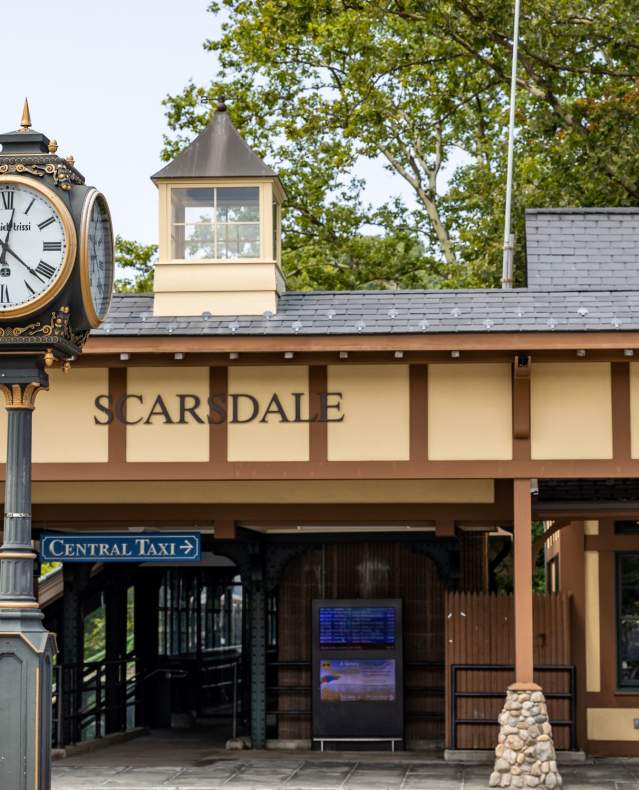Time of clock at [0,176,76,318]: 12:21
